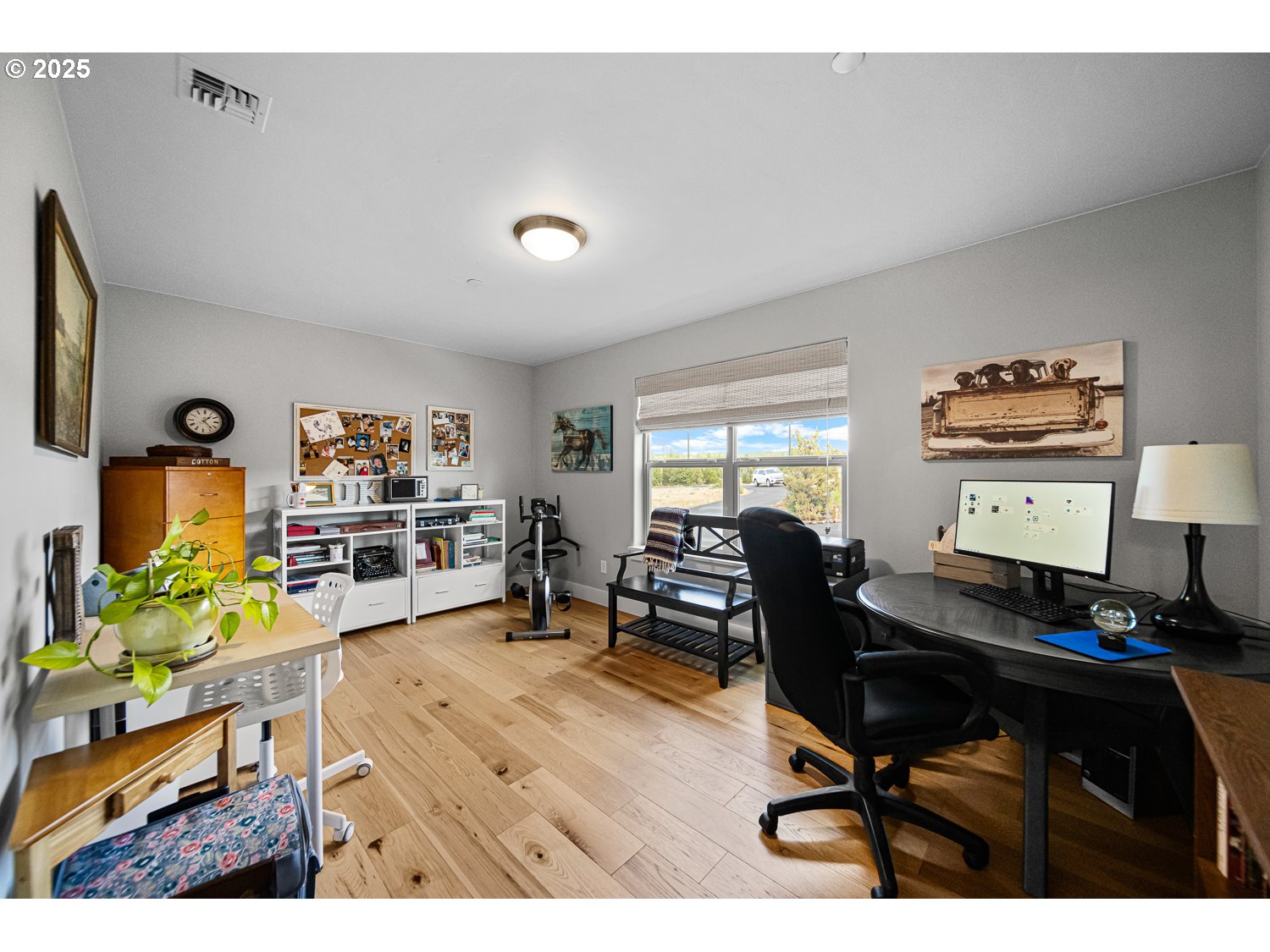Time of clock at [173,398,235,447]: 1:22
